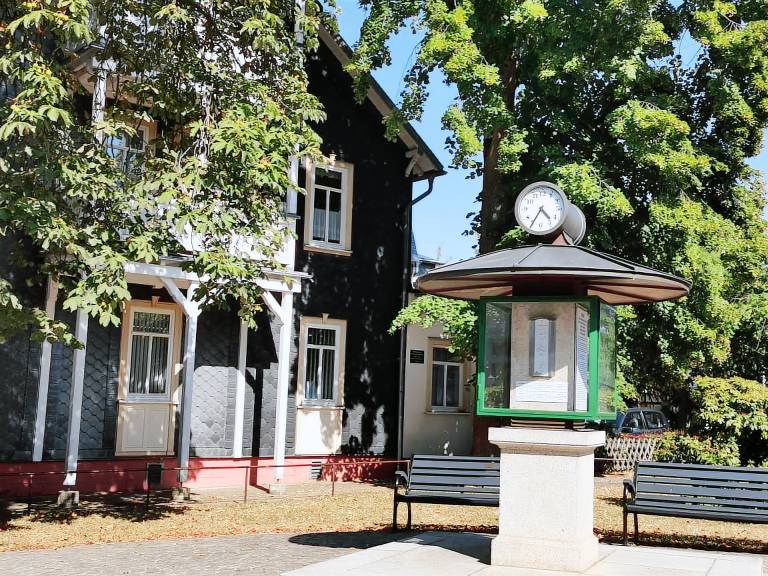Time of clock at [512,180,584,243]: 4:35
